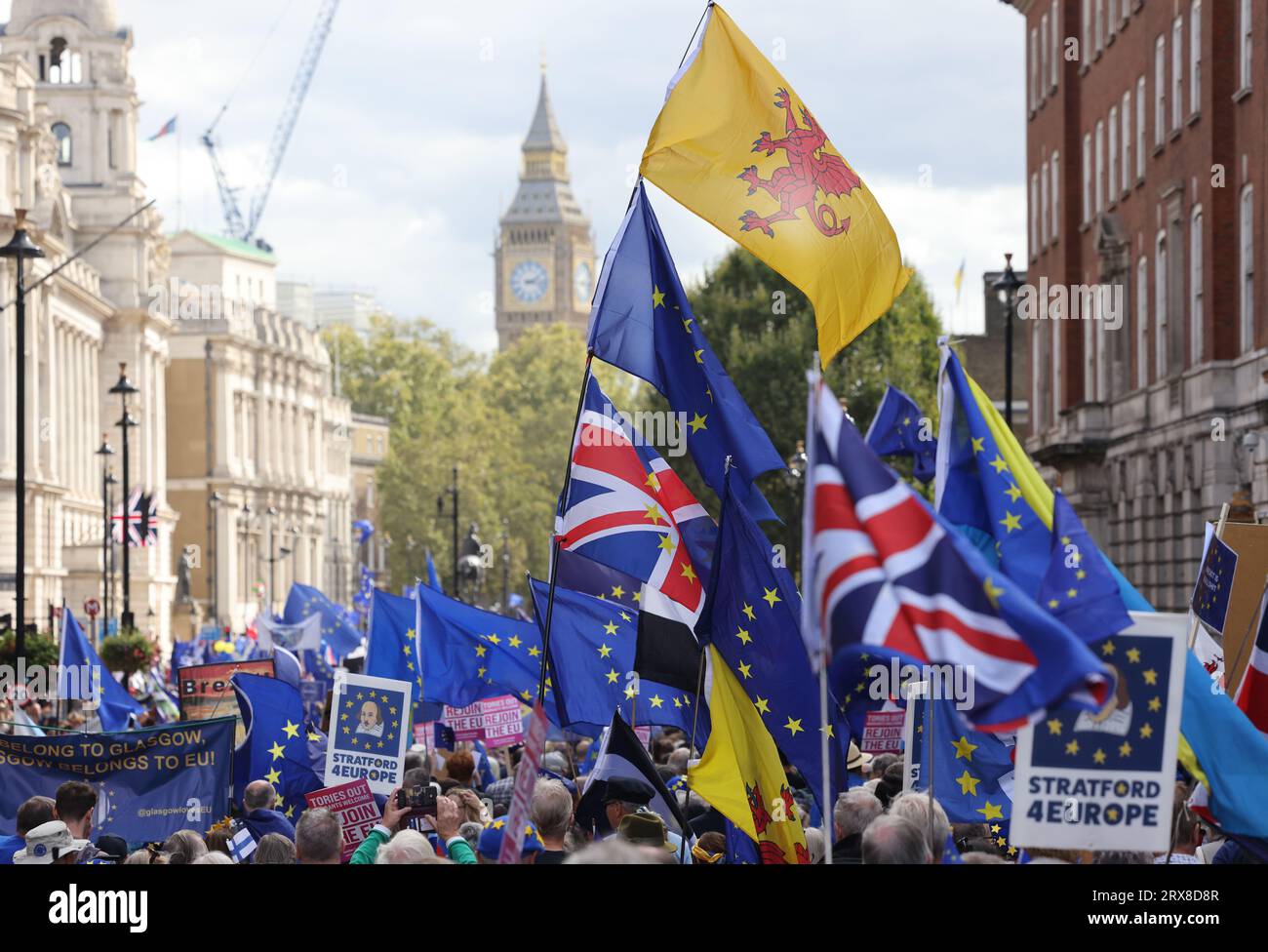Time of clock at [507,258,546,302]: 2:16
